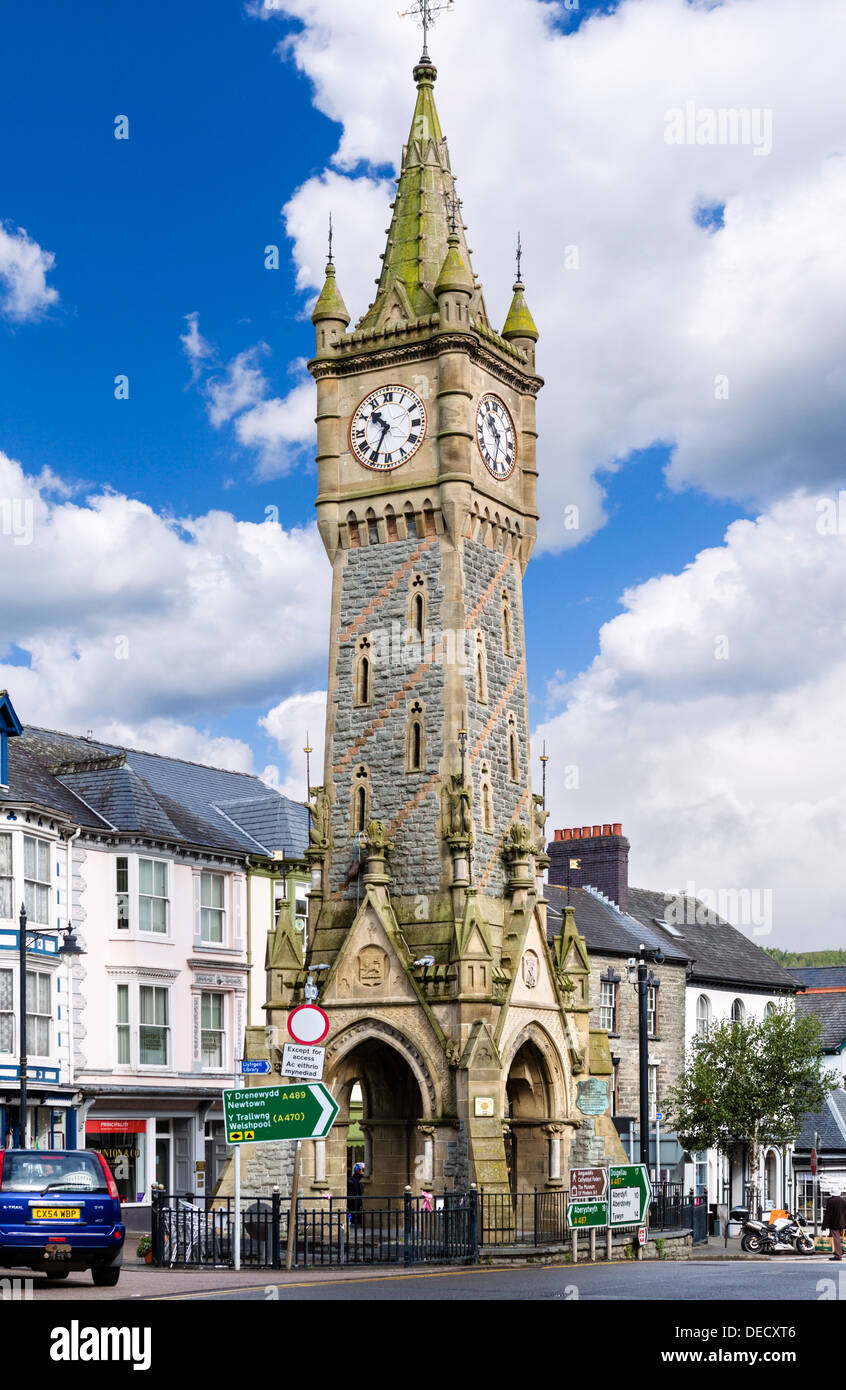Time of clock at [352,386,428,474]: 10:34
